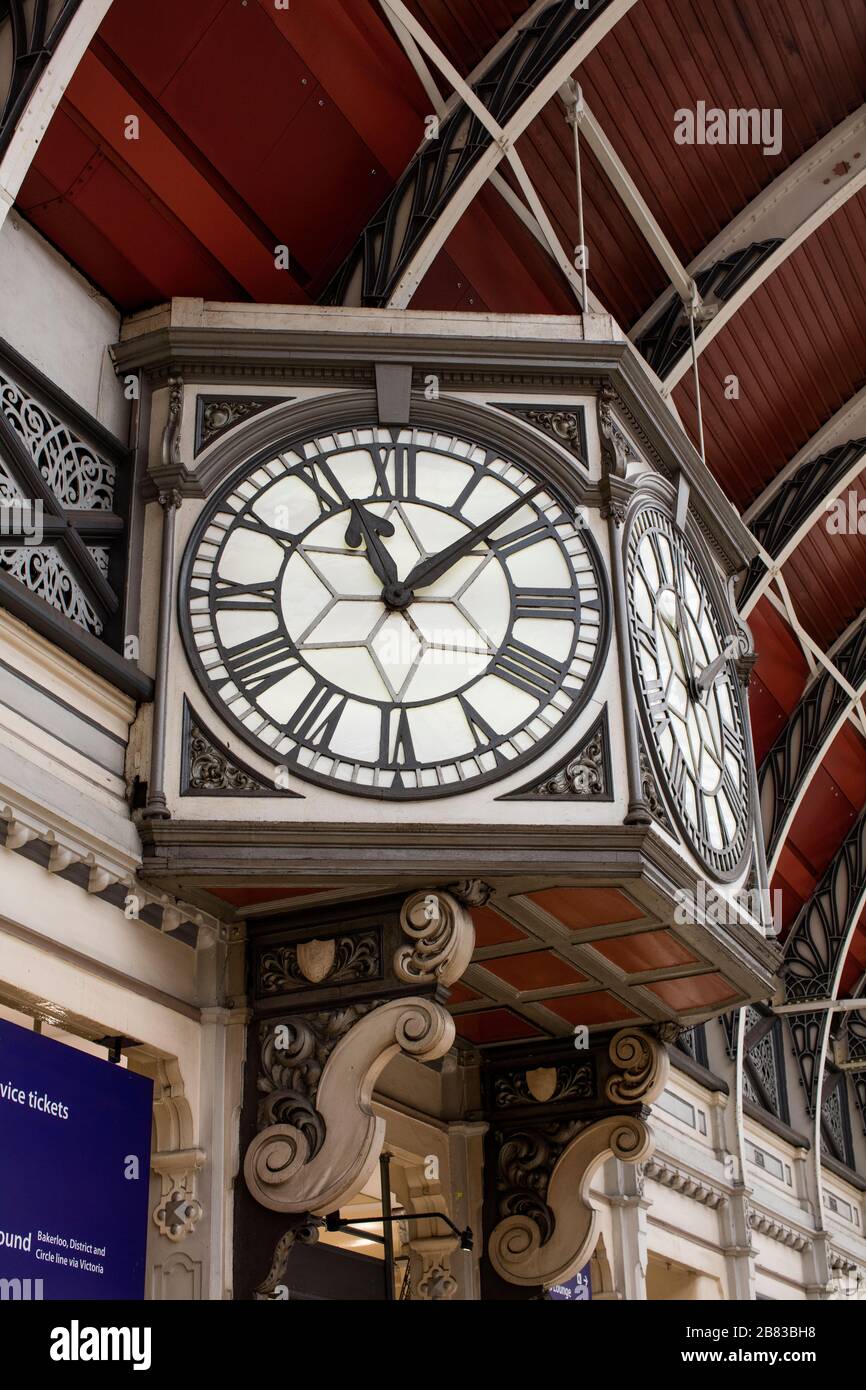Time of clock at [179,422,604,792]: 11:08
